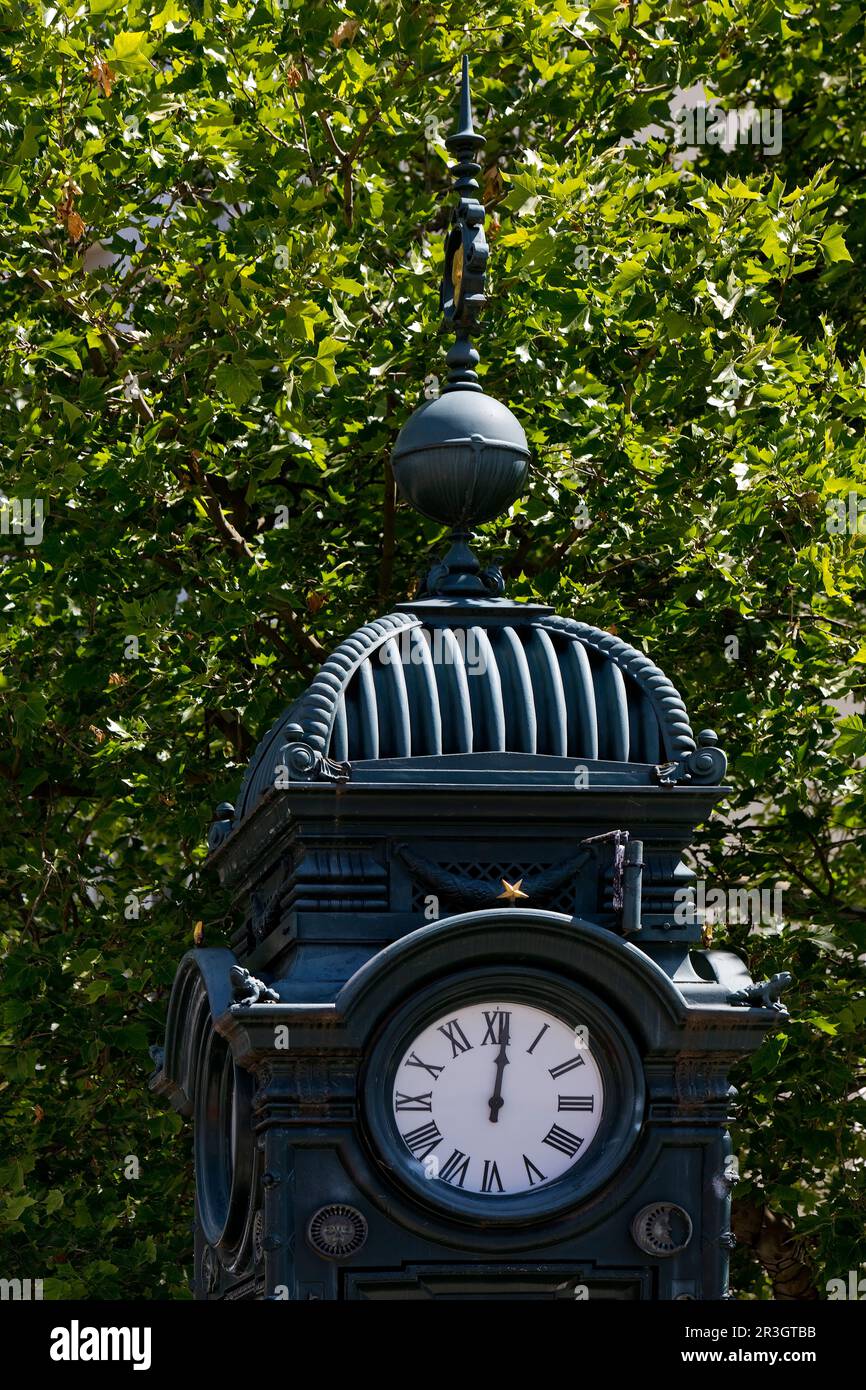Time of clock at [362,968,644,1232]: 12:00
